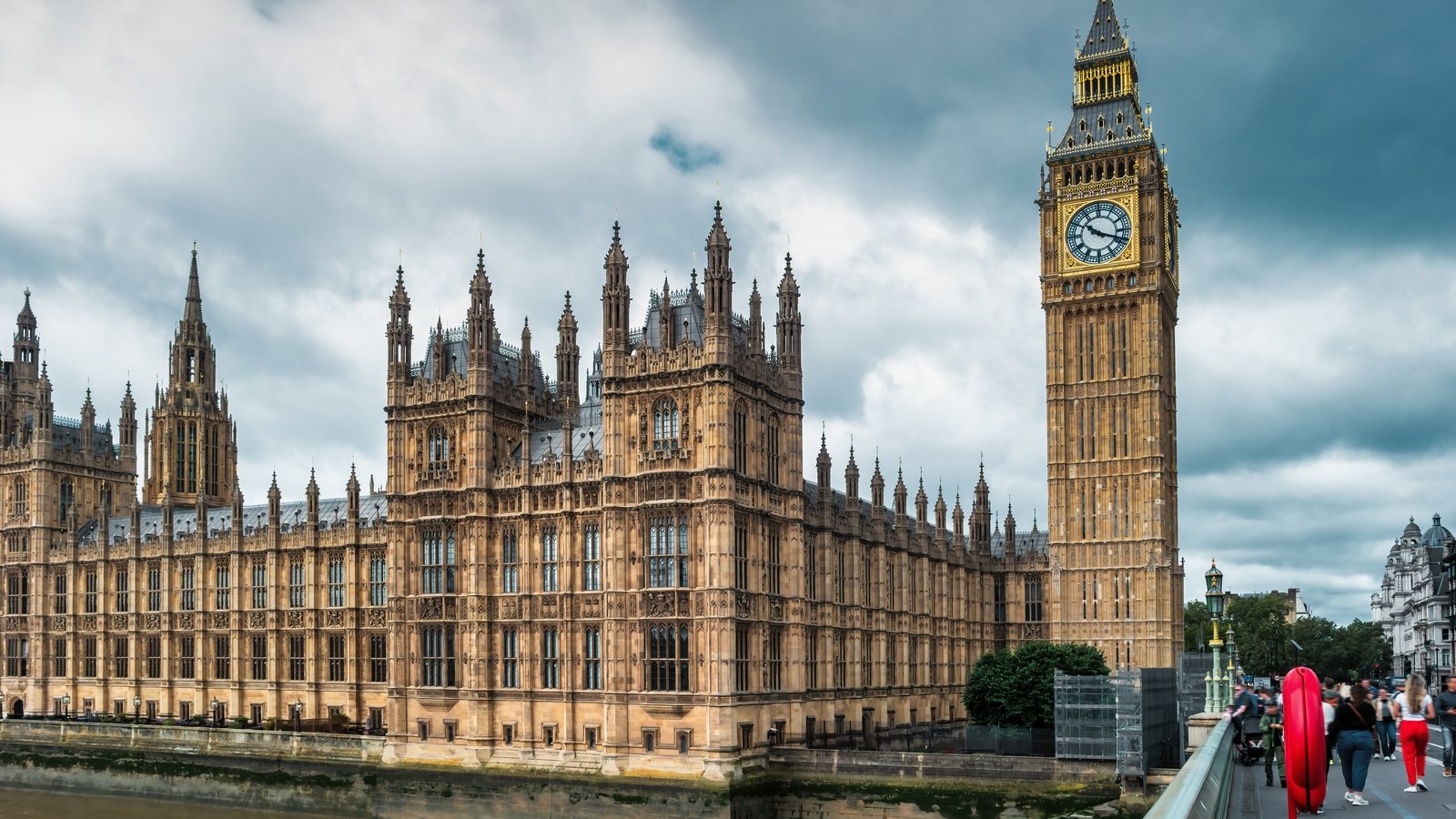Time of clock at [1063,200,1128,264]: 10:18
